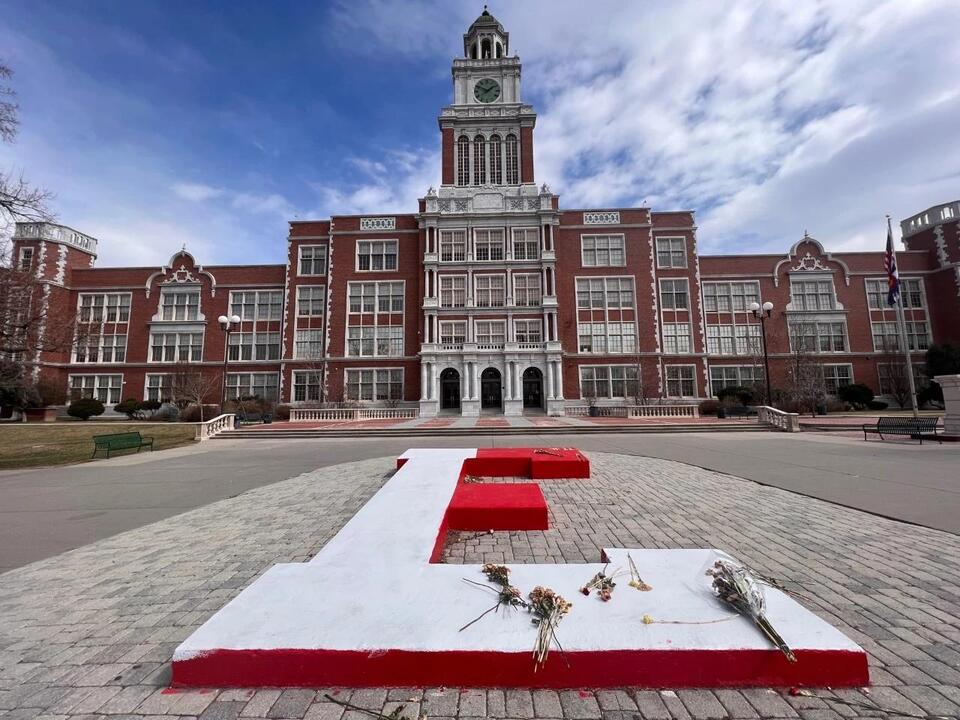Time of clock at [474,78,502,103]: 1:50
